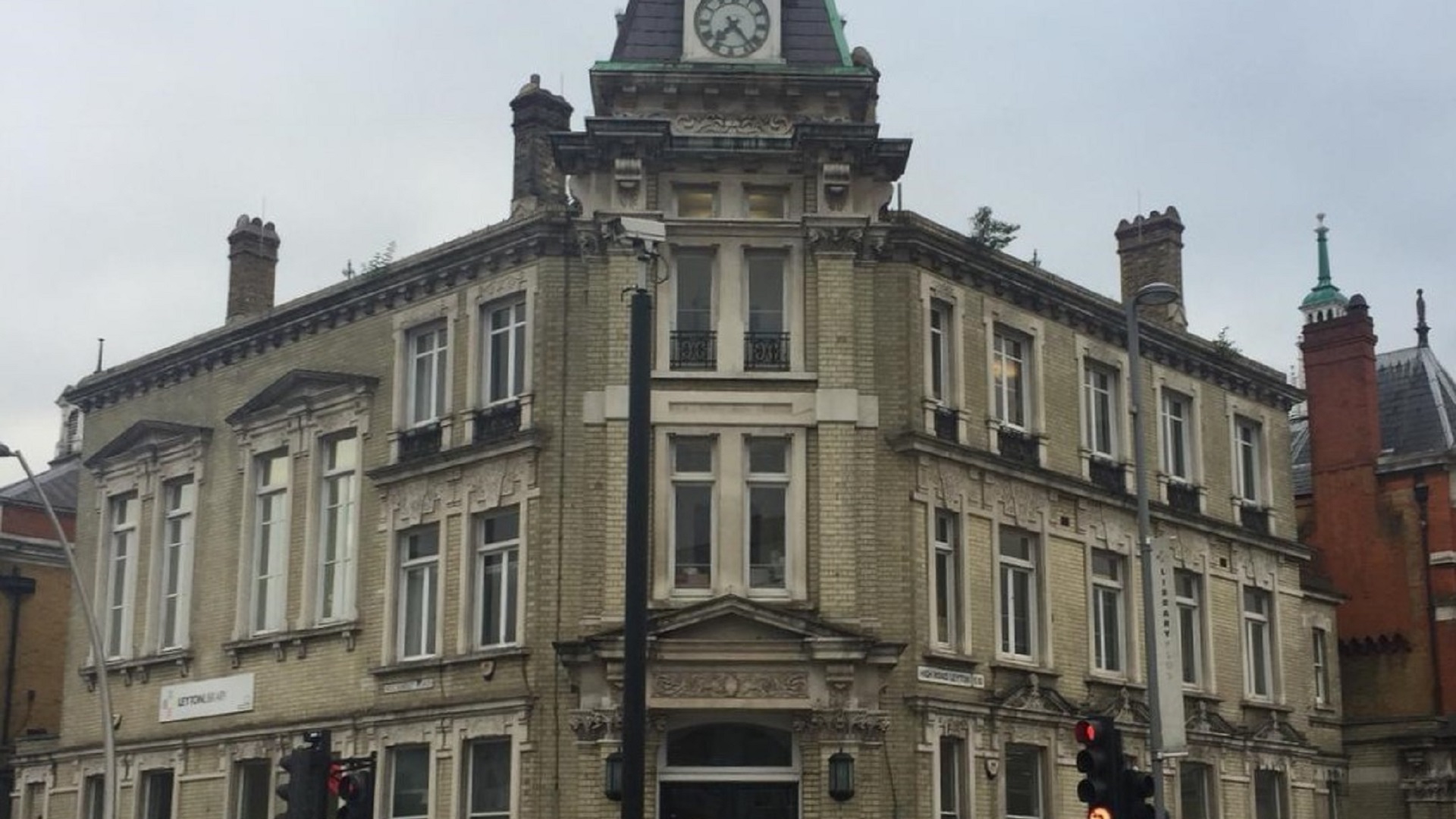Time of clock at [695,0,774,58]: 7:23
